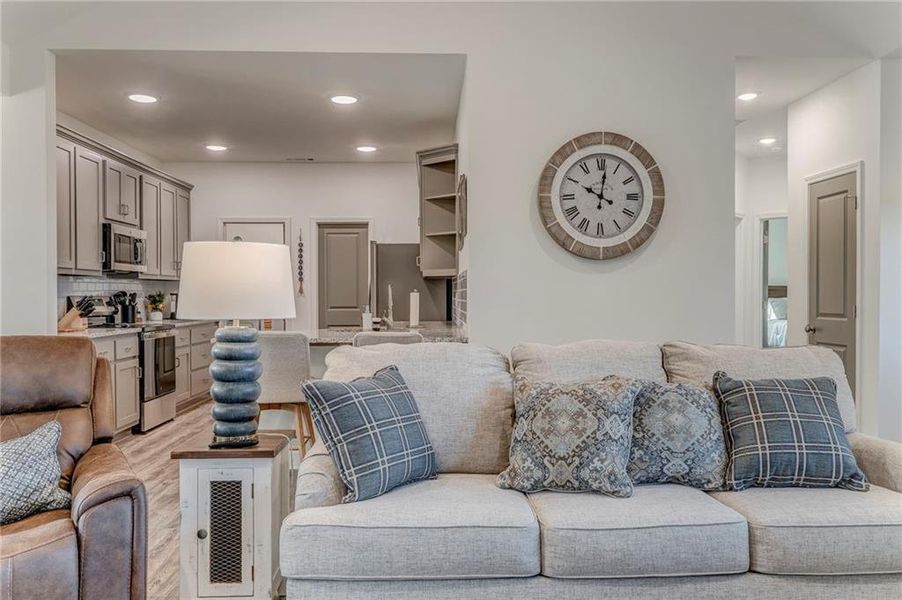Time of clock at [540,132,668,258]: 10:01
